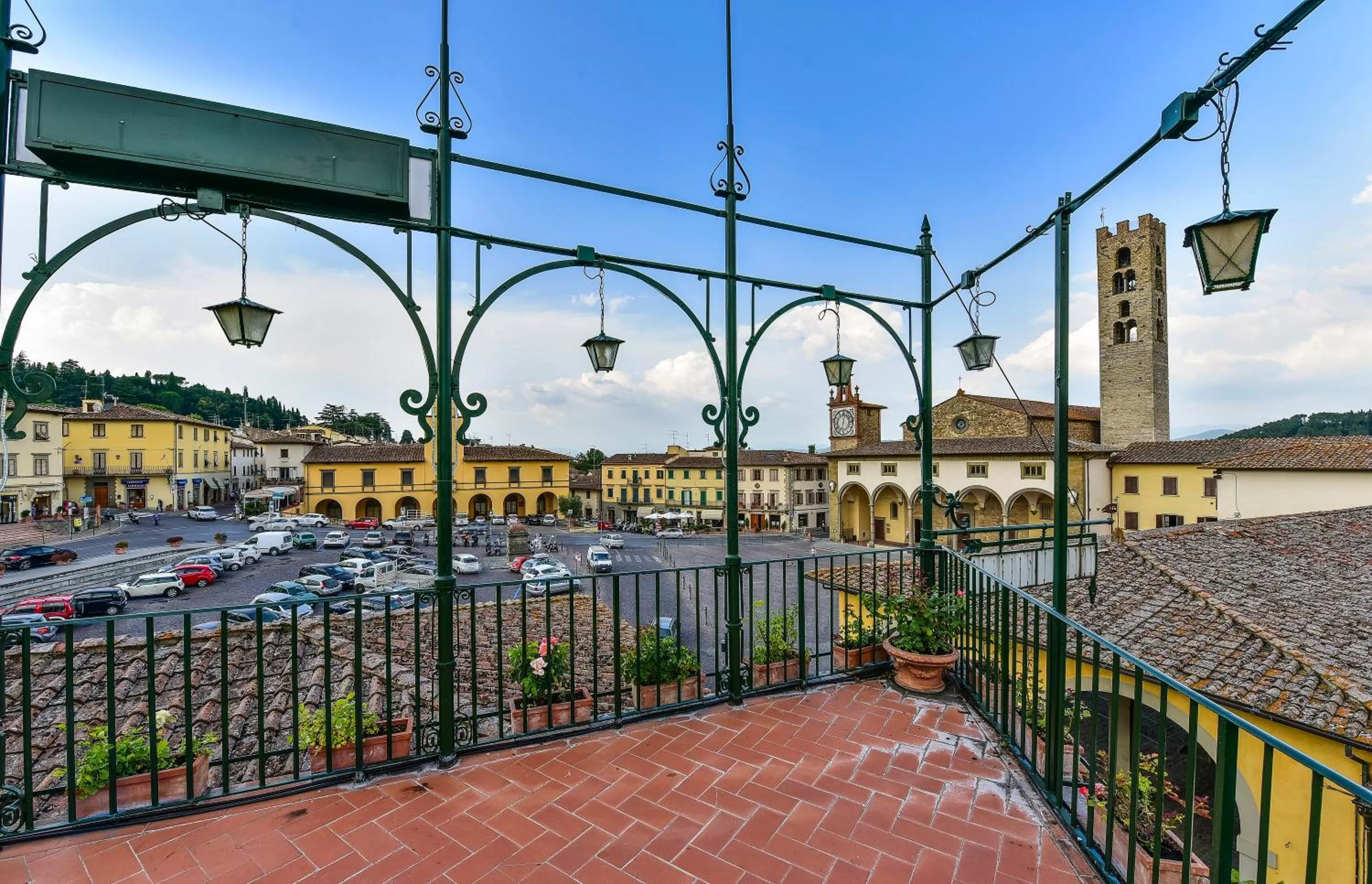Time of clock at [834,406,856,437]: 12:32
